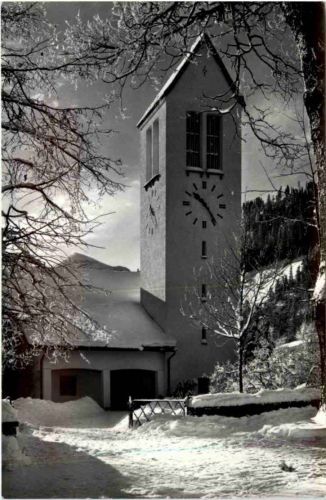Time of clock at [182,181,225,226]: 10:24
